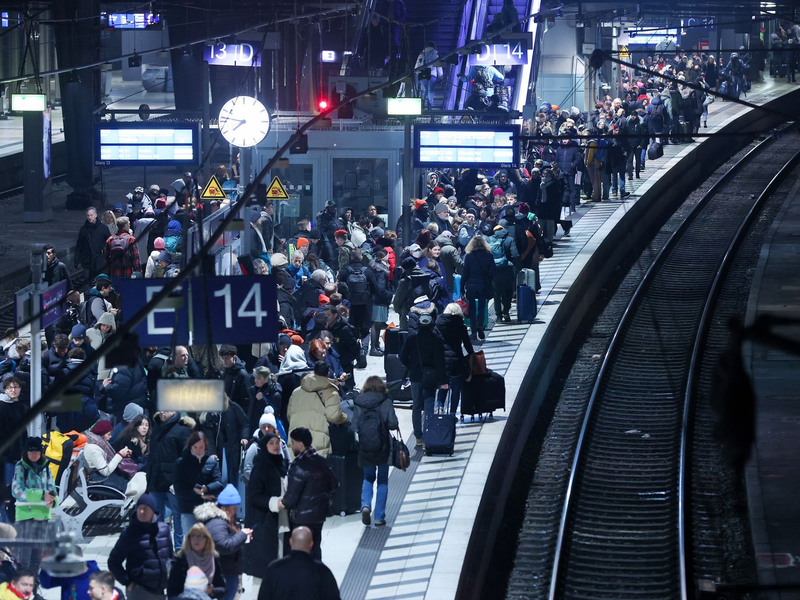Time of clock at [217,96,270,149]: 7:46
